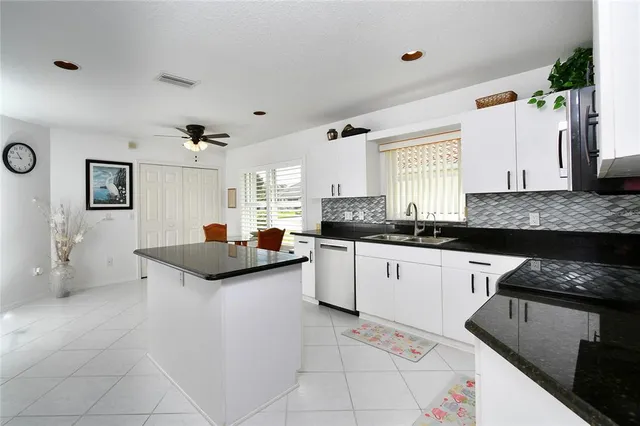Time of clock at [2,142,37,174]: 10:44
